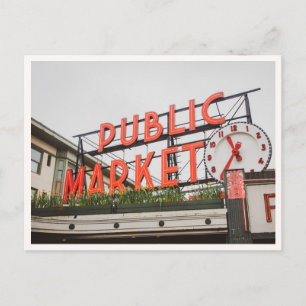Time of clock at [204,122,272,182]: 11:36
